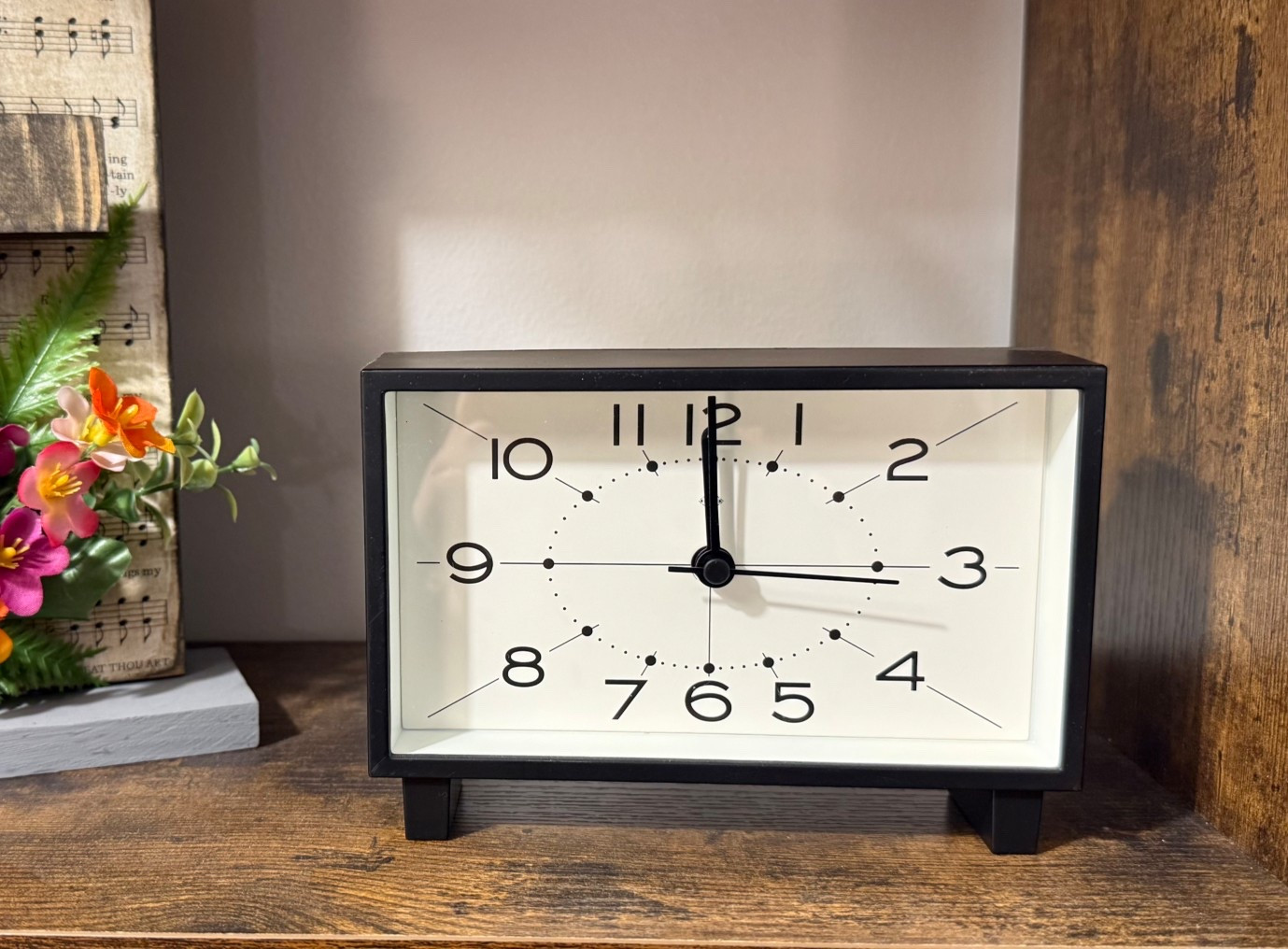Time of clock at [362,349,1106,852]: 3:00
